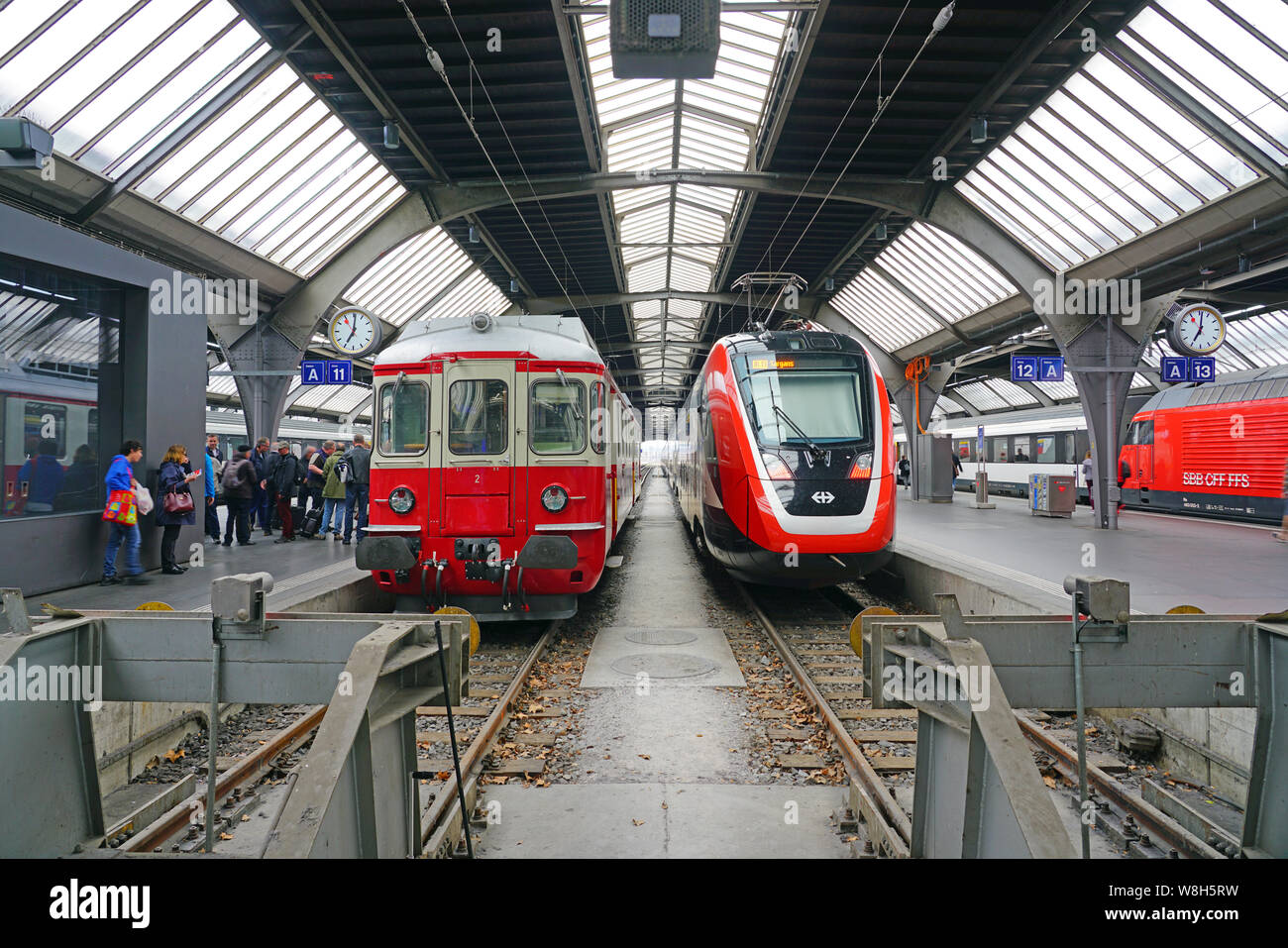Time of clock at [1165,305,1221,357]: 7:01
